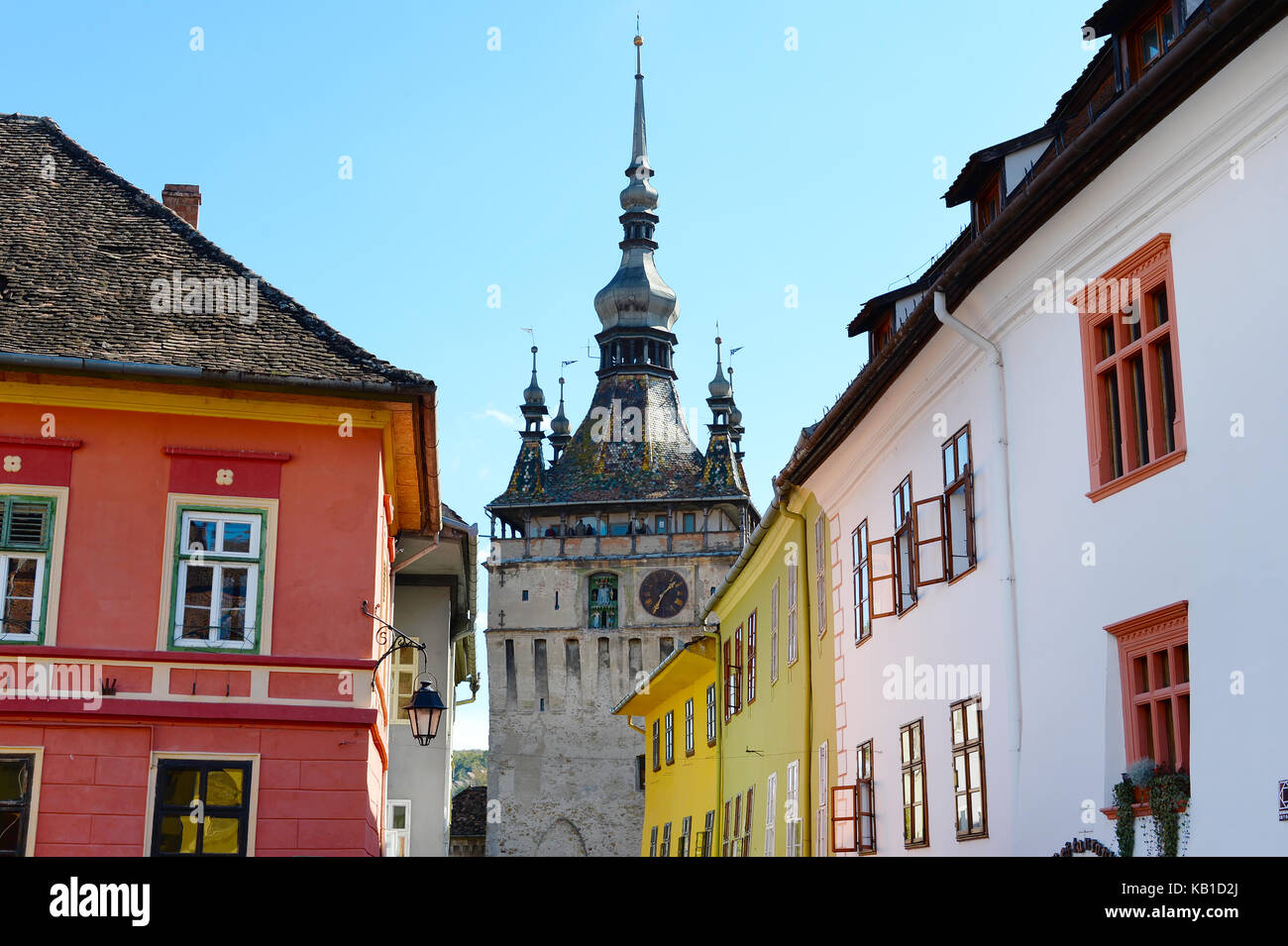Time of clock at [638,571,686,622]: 1:34
